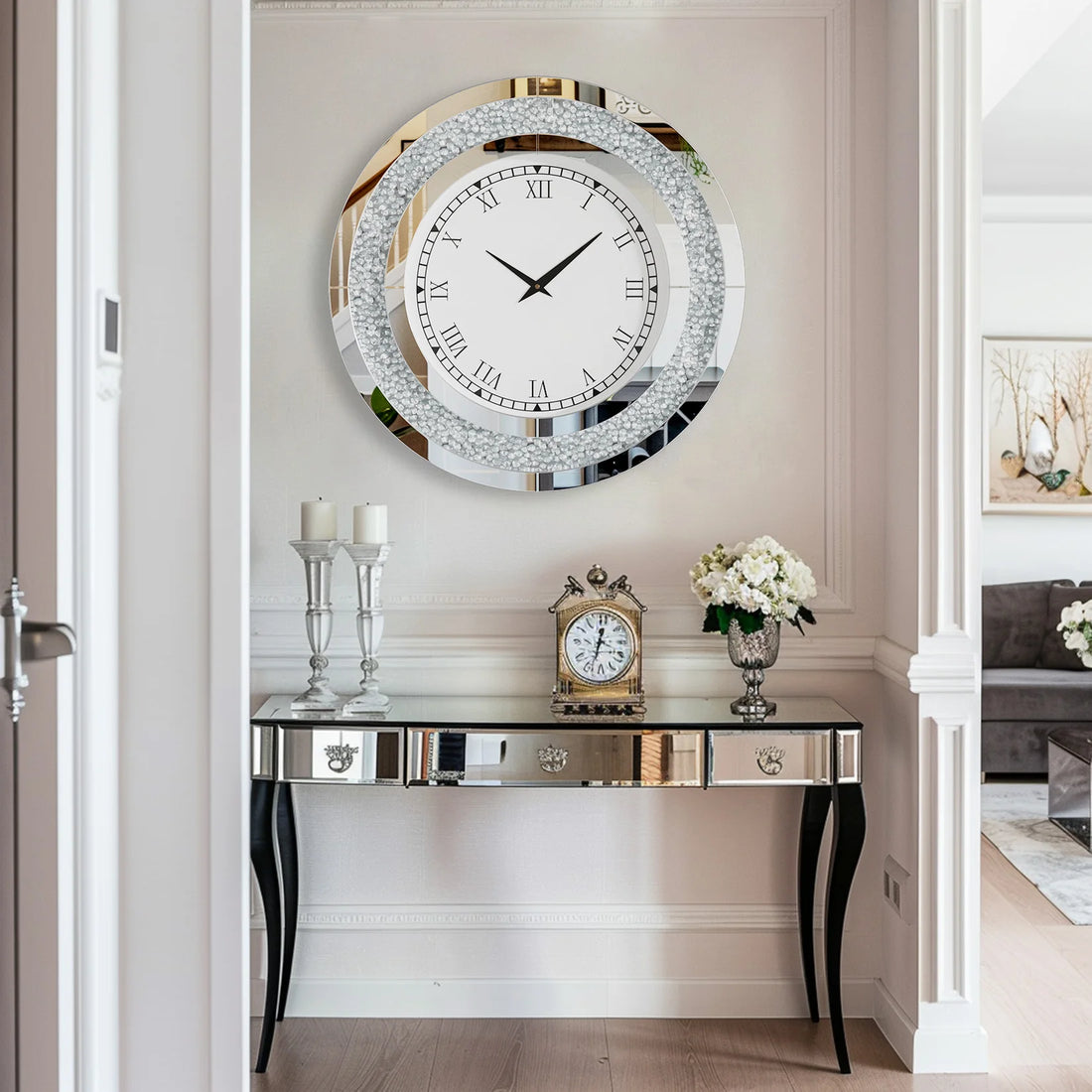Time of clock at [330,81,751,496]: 10:08
